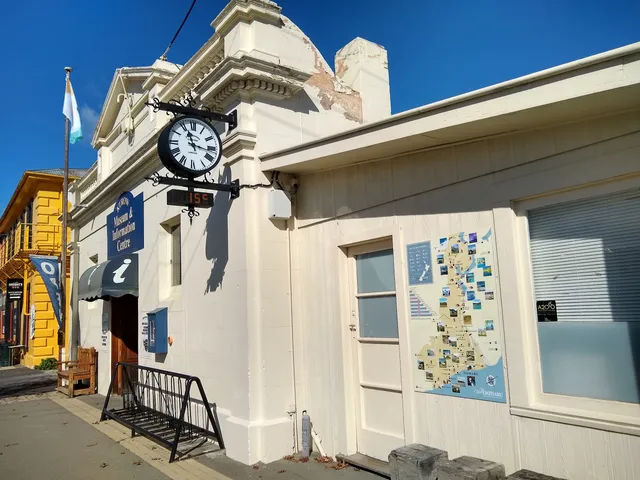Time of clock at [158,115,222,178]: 11:16
